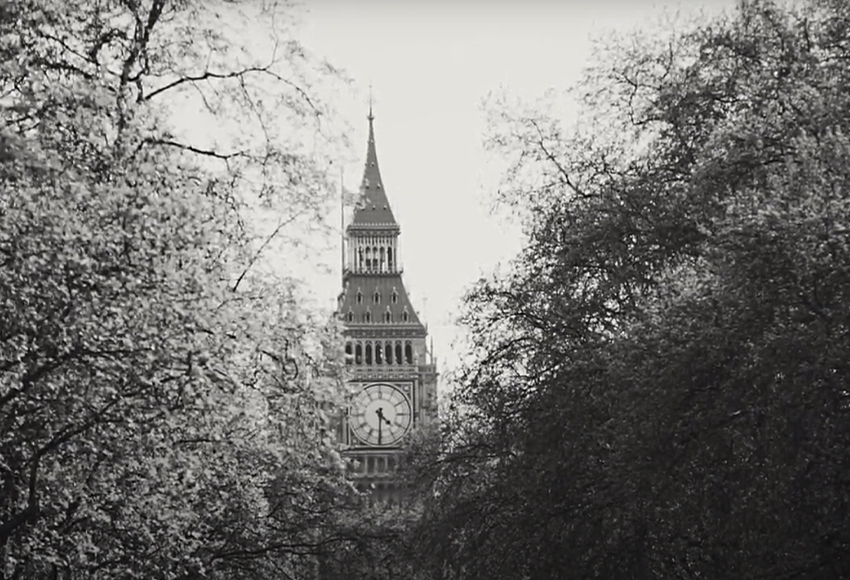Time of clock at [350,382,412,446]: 4:30
